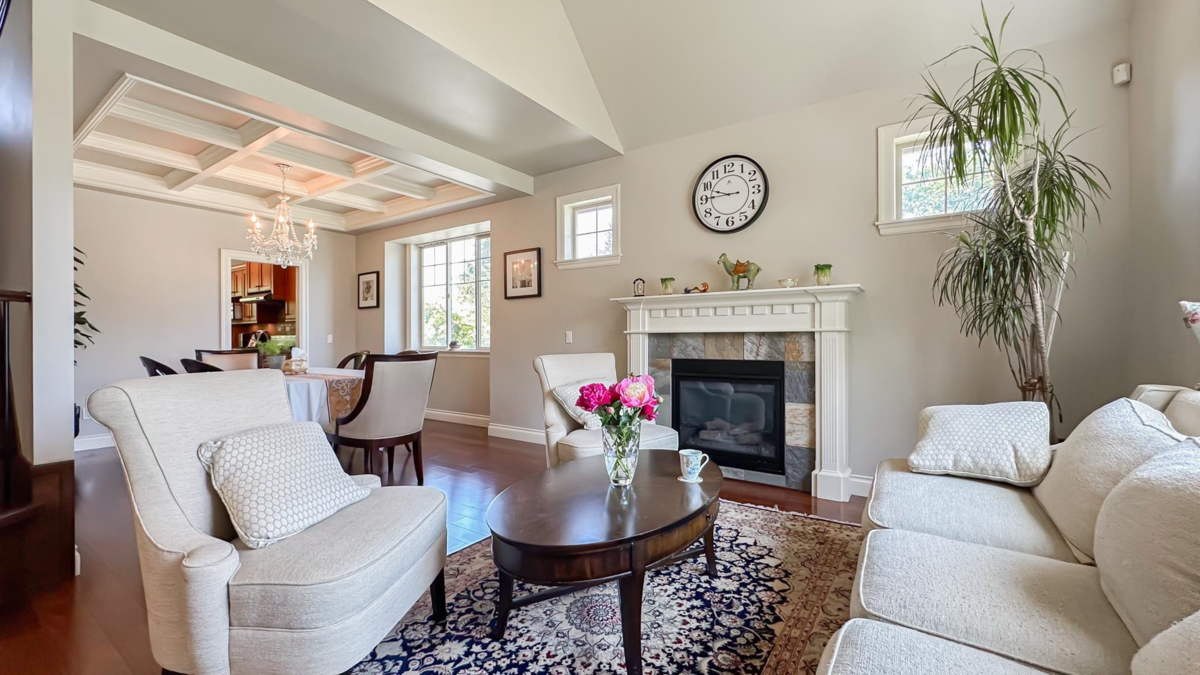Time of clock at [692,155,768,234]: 9:45
